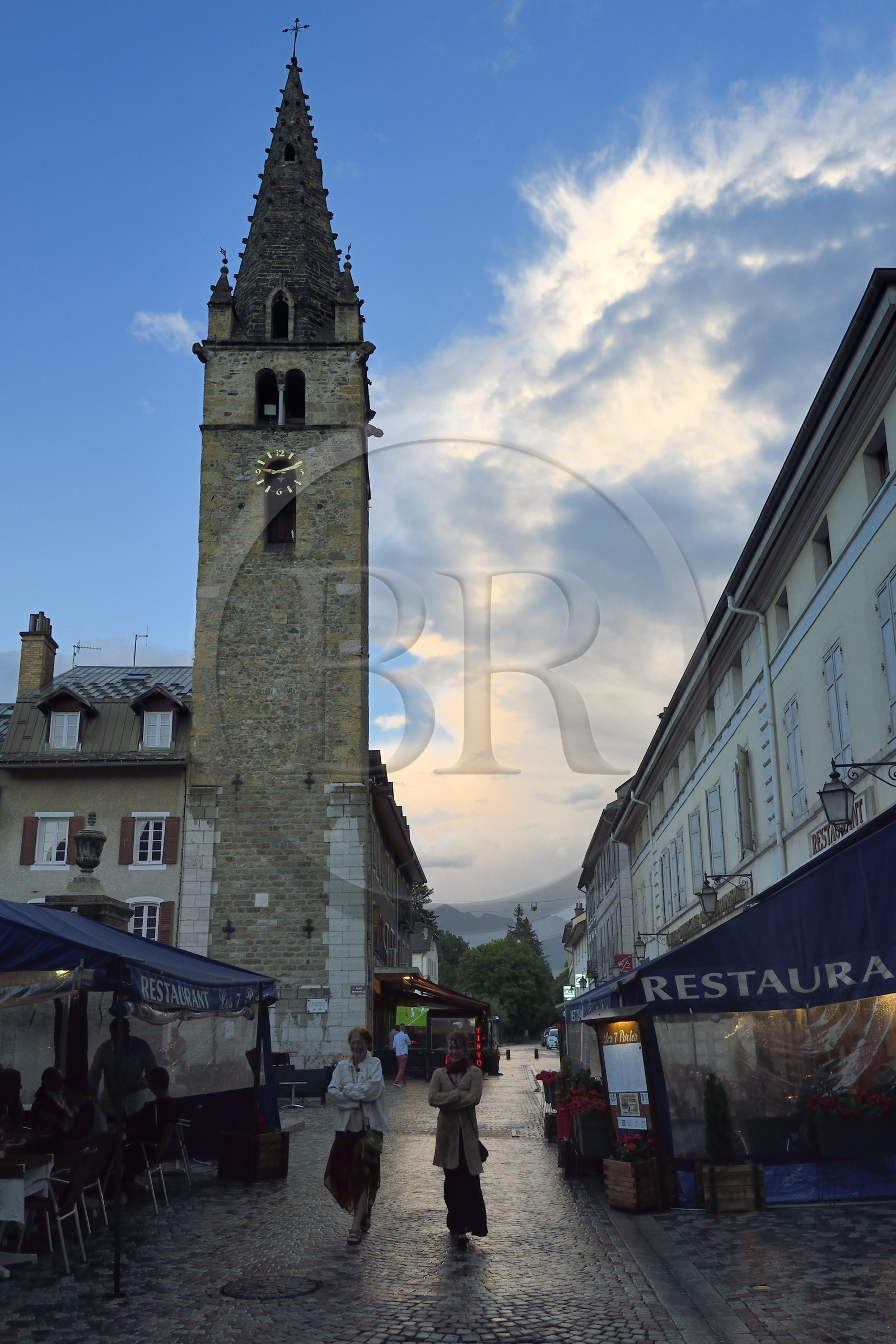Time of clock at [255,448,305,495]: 9:11
